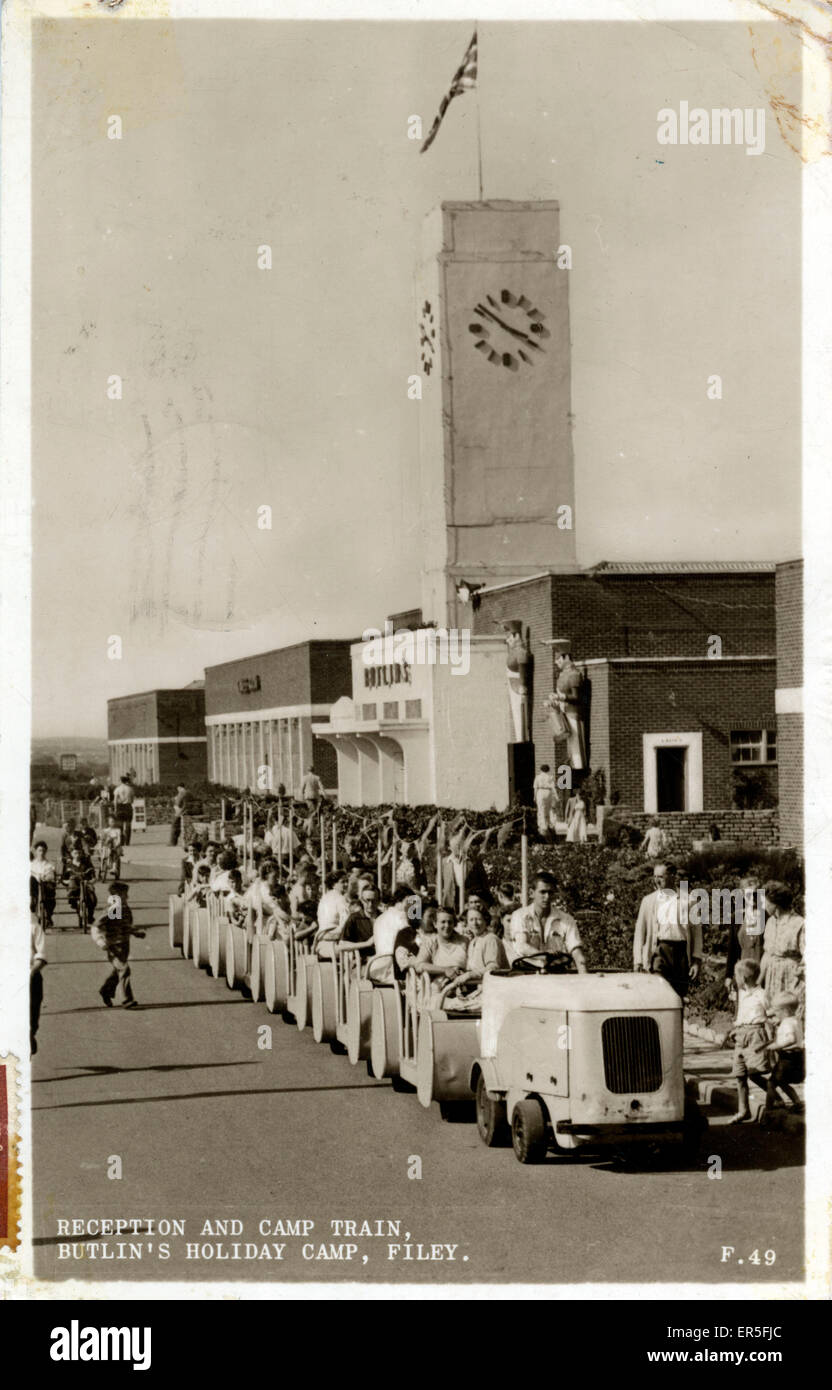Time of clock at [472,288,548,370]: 3:51
